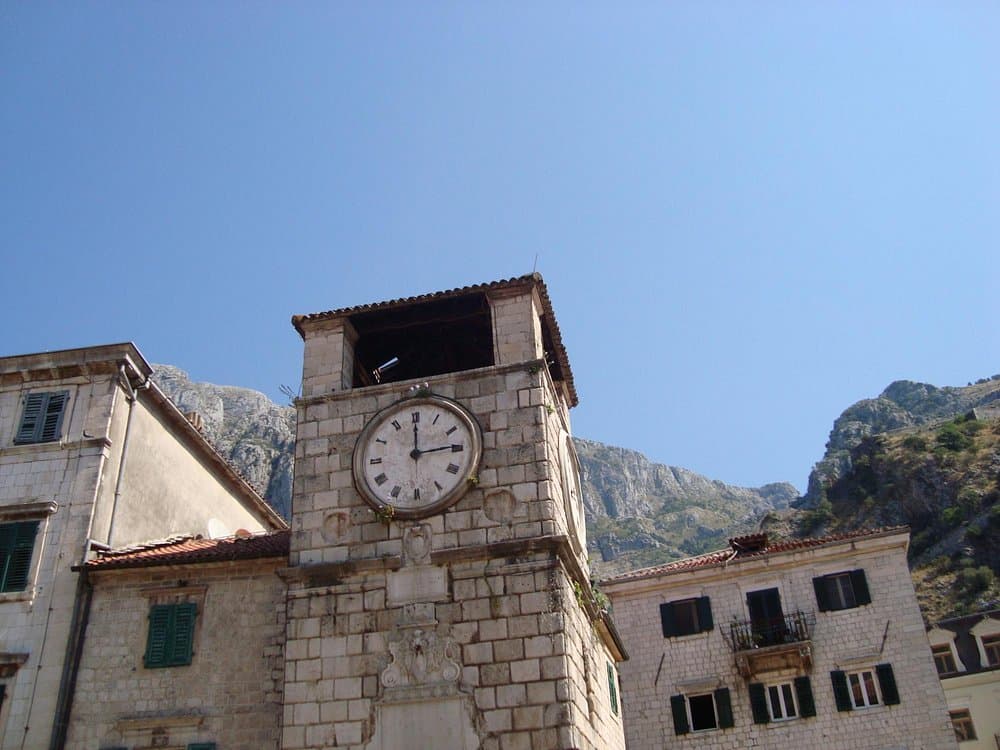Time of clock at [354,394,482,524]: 2:59
